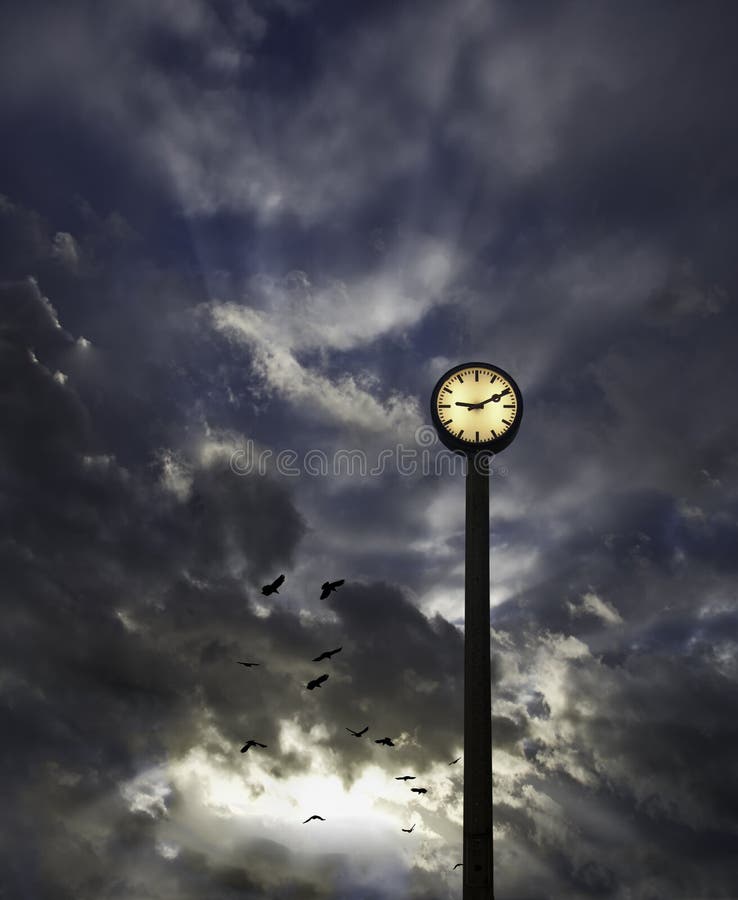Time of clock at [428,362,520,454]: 9:10
